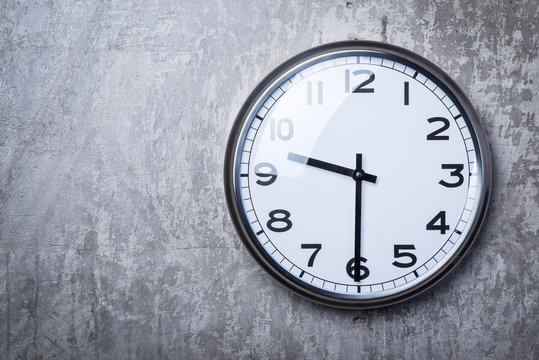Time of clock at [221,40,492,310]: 9:30
